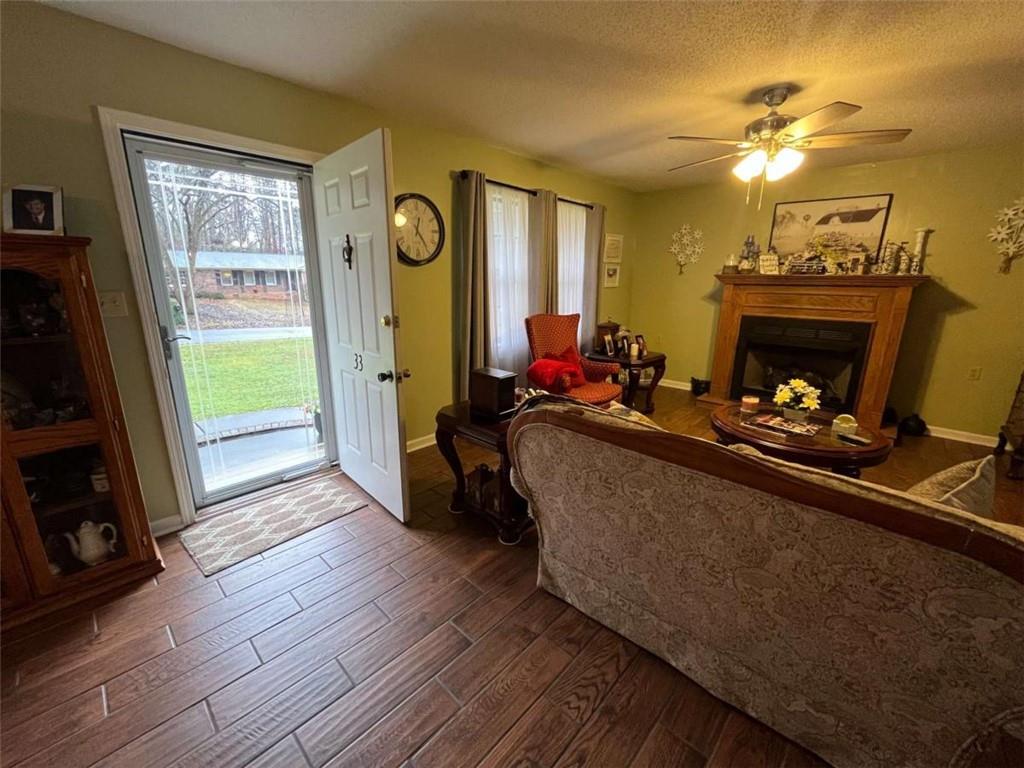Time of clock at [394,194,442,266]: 12:23
